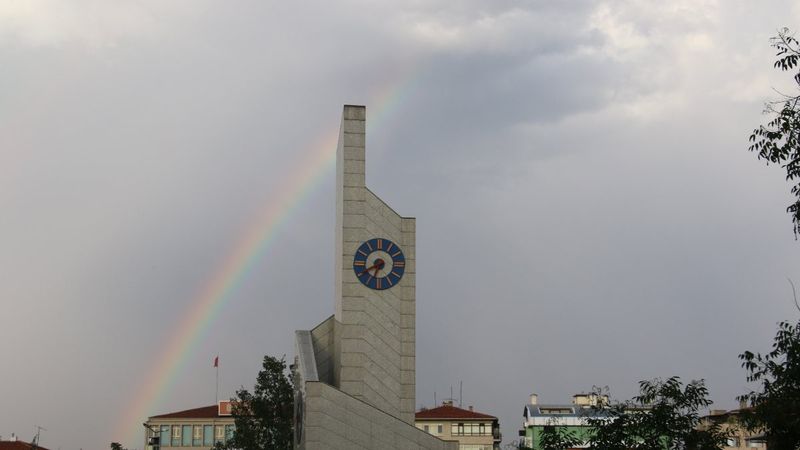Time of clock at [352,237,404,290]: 6:40
